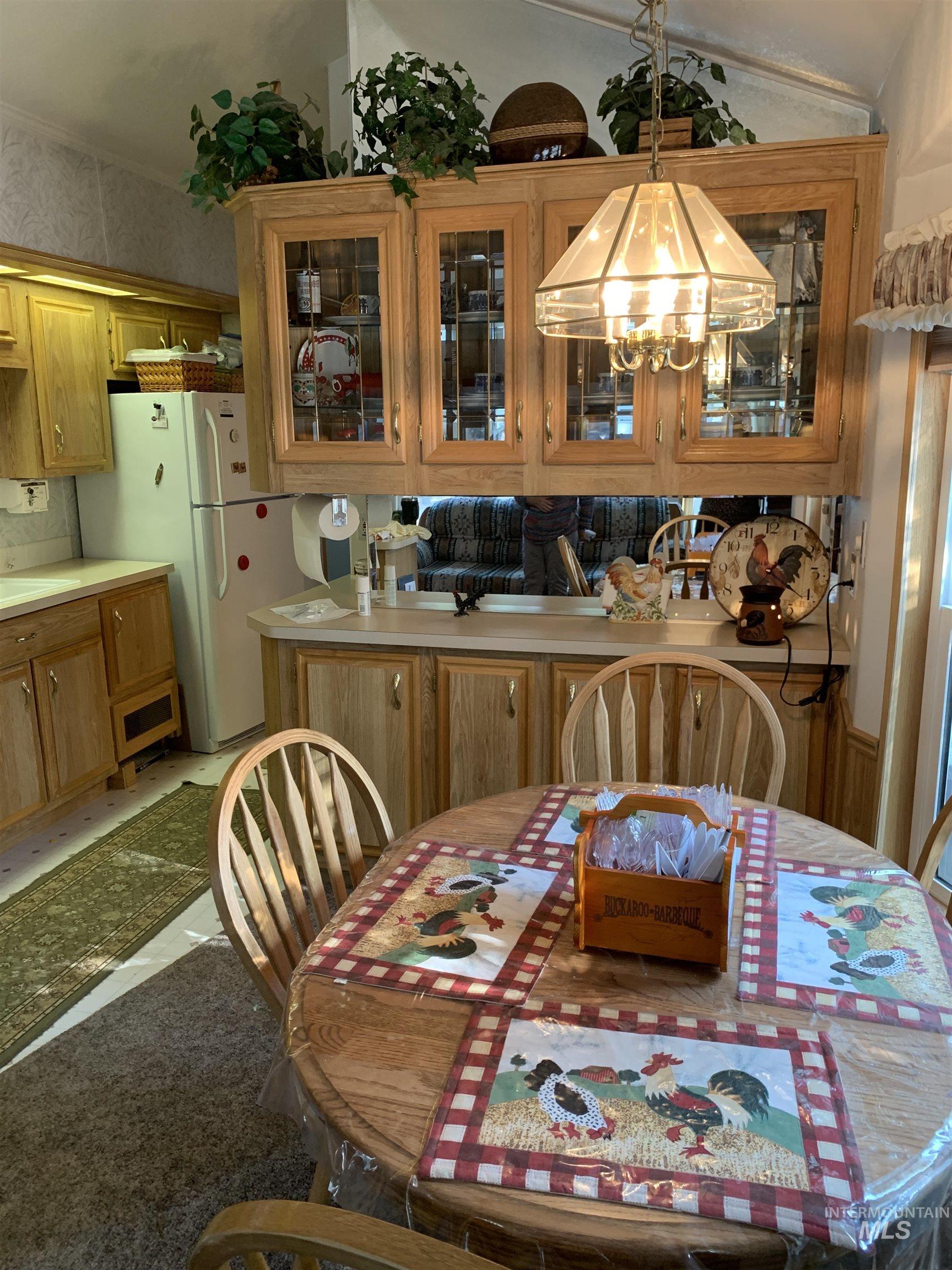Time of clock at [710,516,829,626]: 1:21
